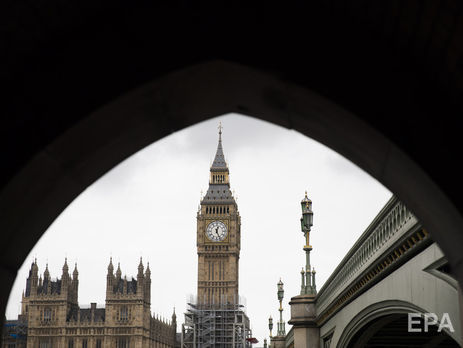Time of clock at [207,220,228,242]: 12:26
